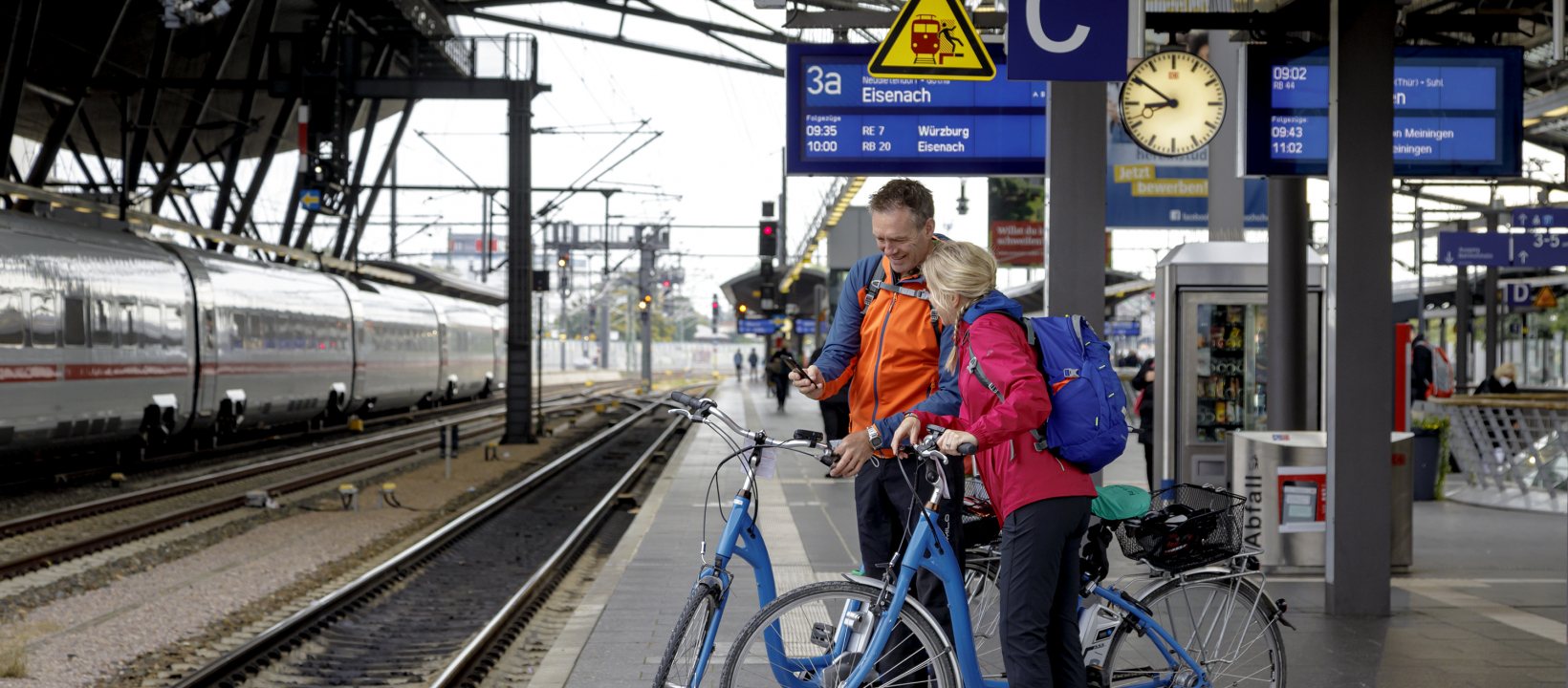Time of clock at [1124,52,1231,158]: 8:50
